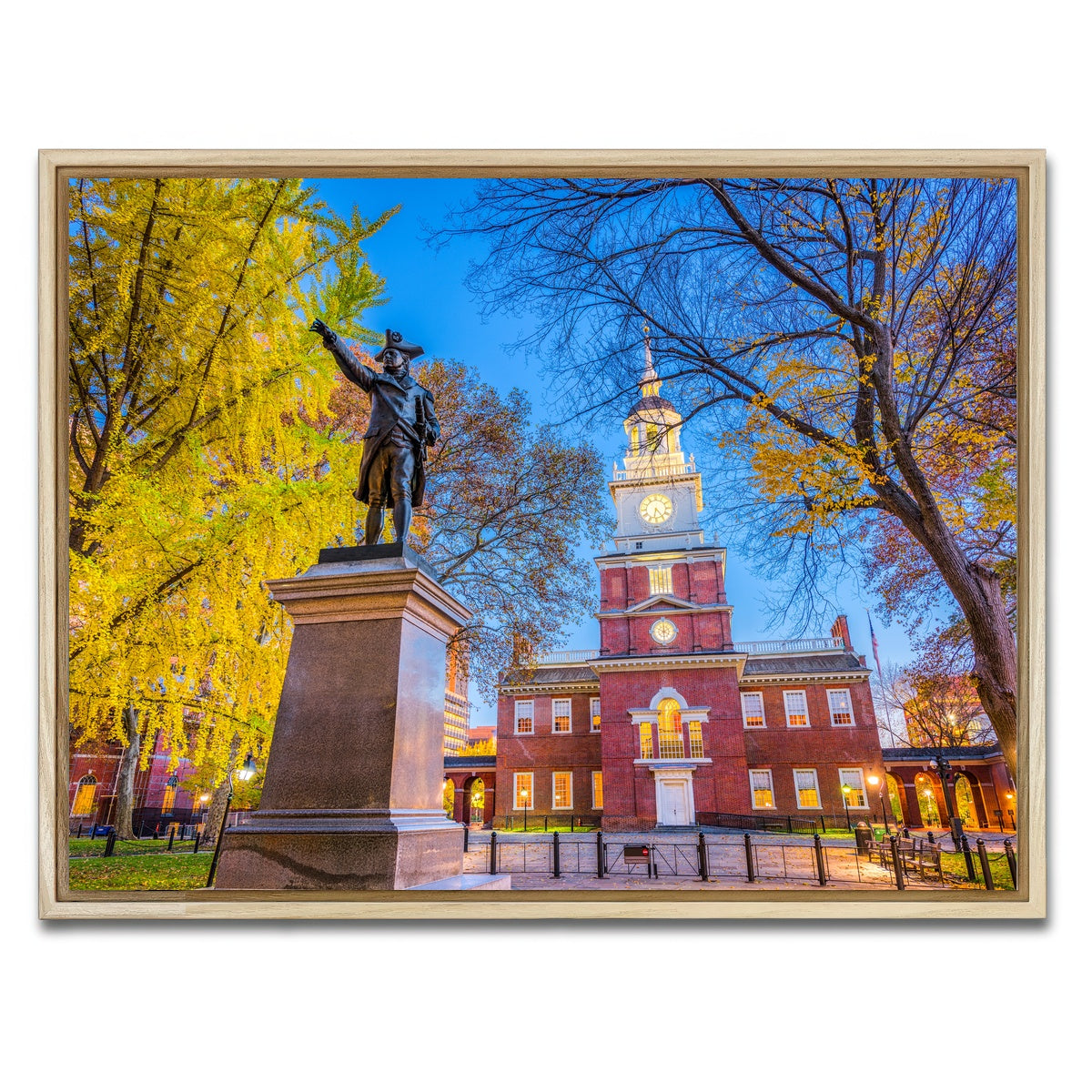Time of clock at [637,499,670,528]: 6:23
